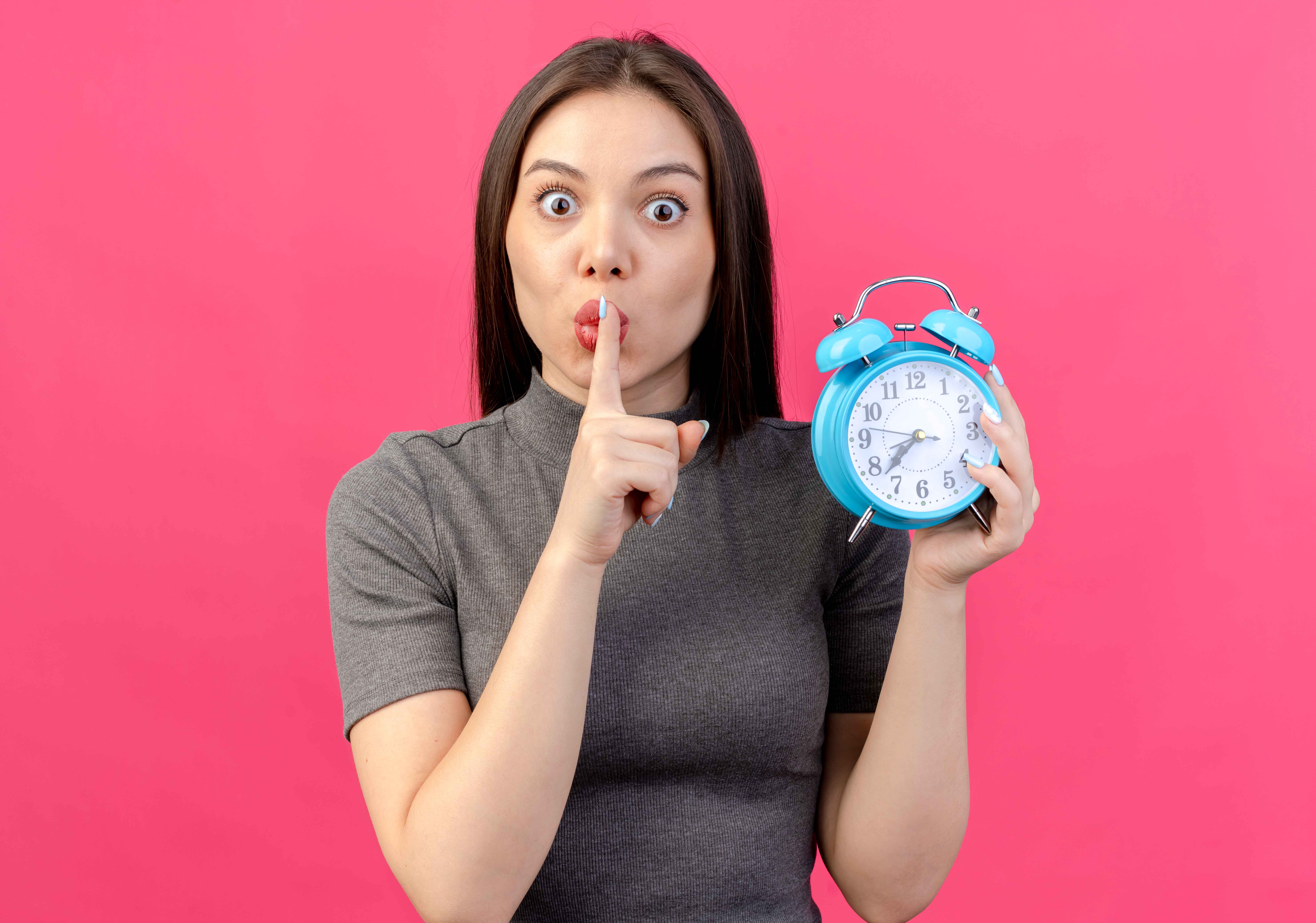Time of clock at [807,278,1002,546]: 7:37
